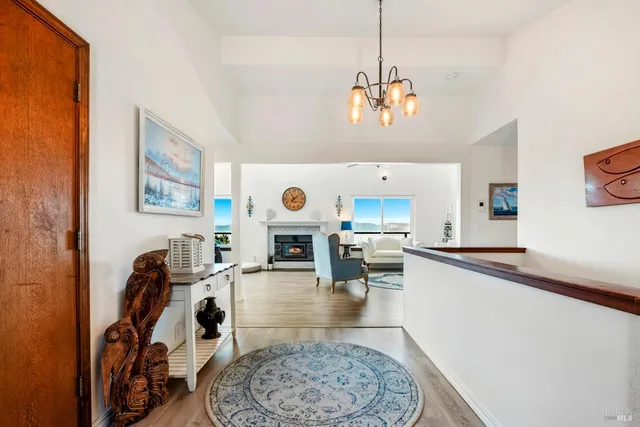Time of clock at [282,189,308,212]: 11:08
